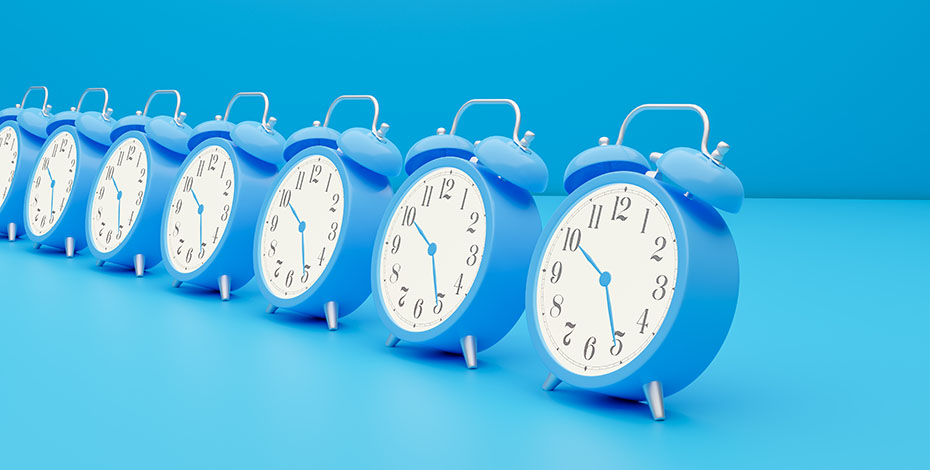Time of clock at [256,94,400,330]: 10:25
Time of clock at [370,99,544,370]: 10:25
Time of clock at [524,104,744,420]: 10:25
